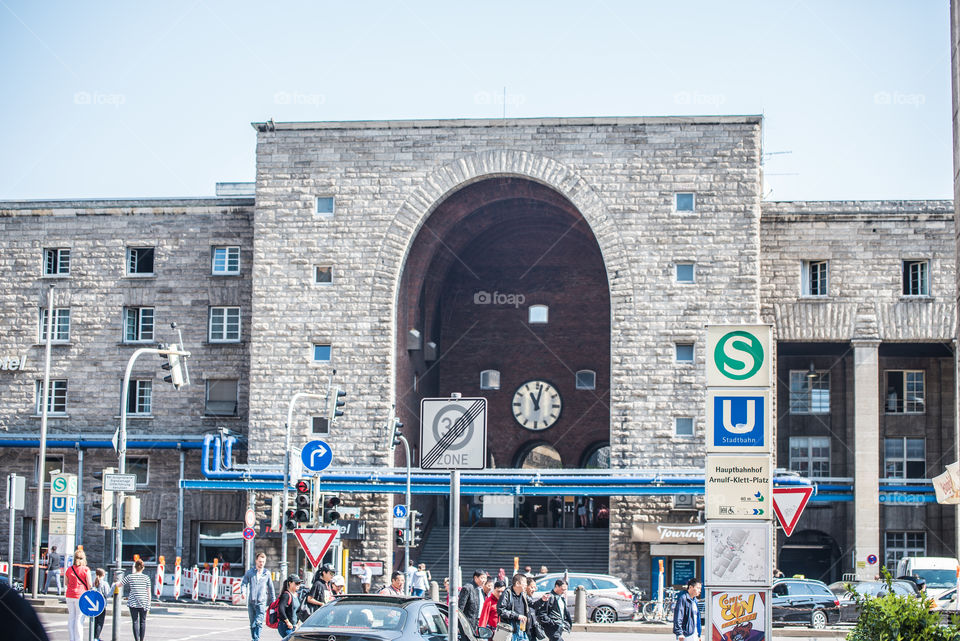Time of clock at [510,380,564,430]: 11:02
